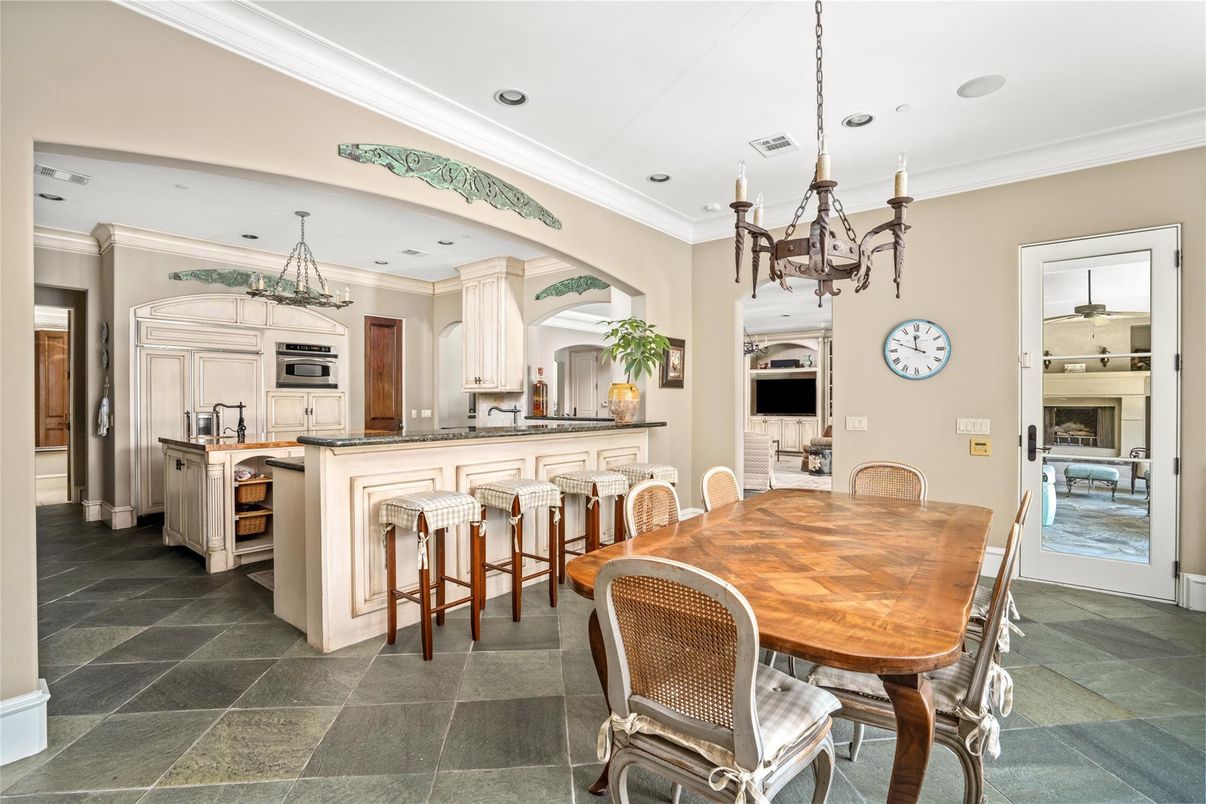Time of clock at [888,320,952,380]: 11:48
